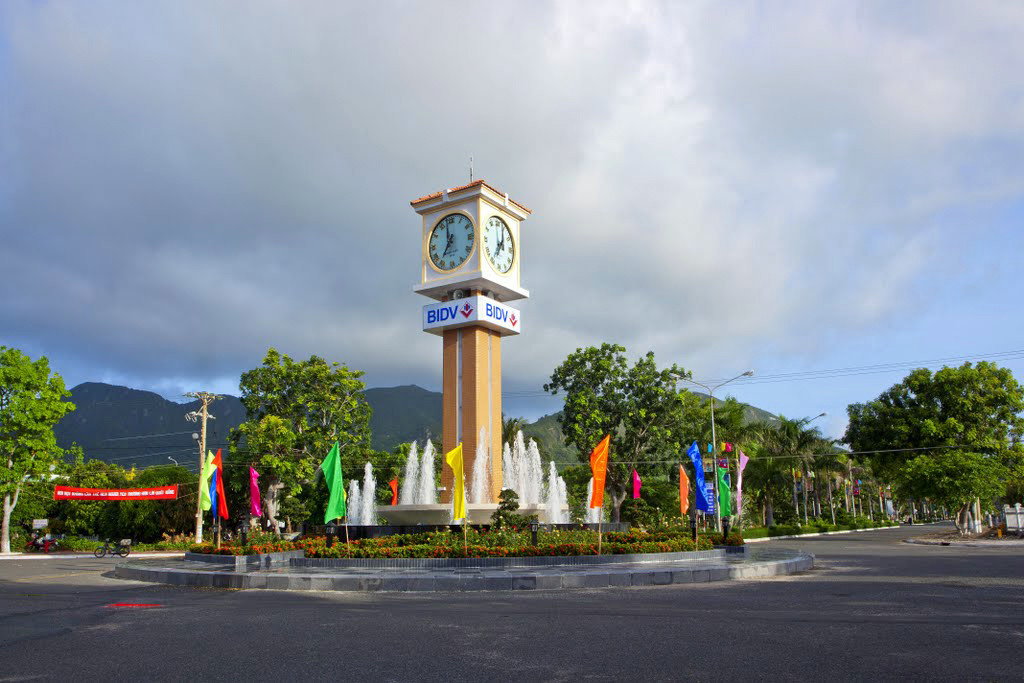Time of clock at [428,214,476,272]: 11:35
